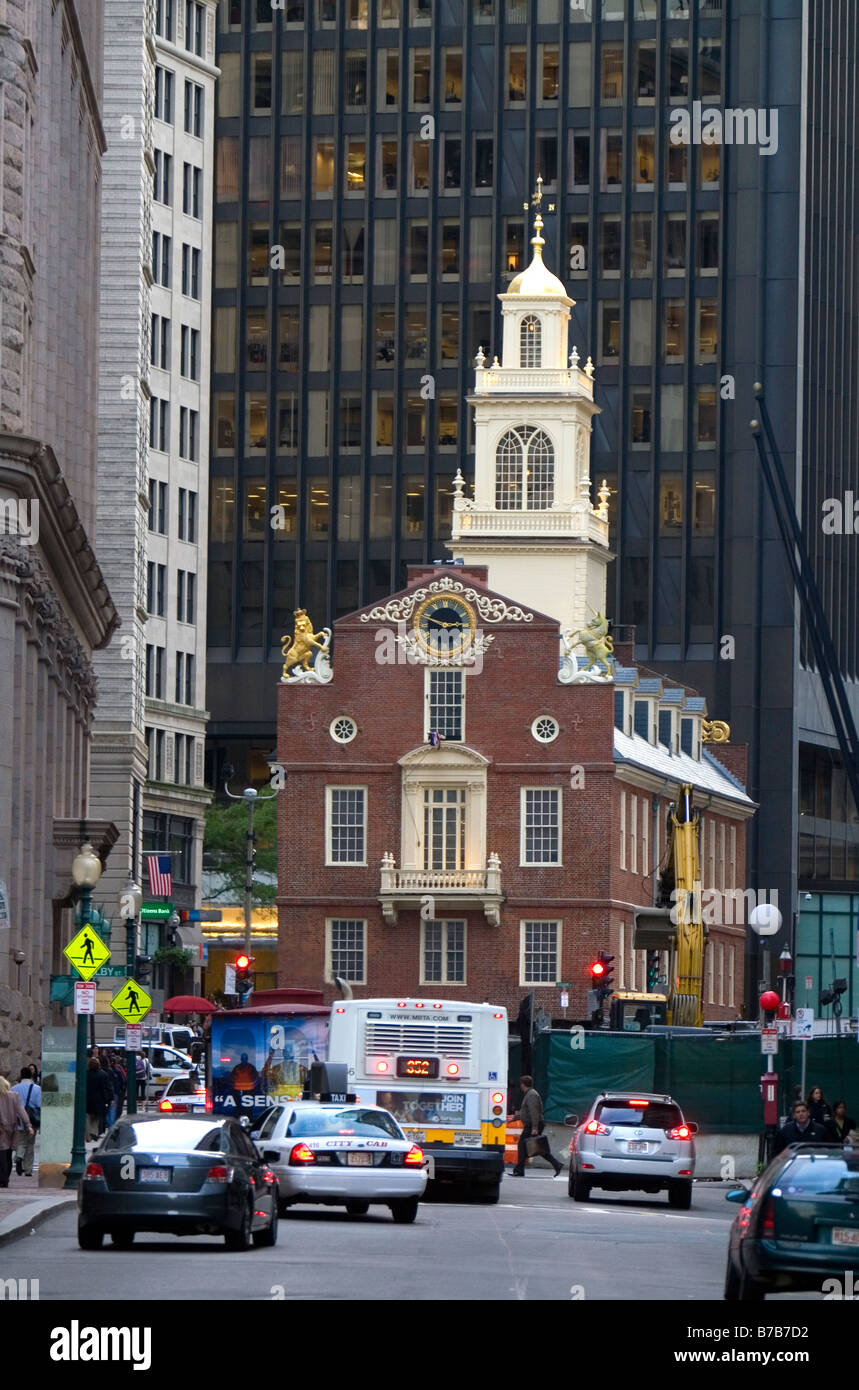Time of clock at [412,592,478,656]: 2:48
